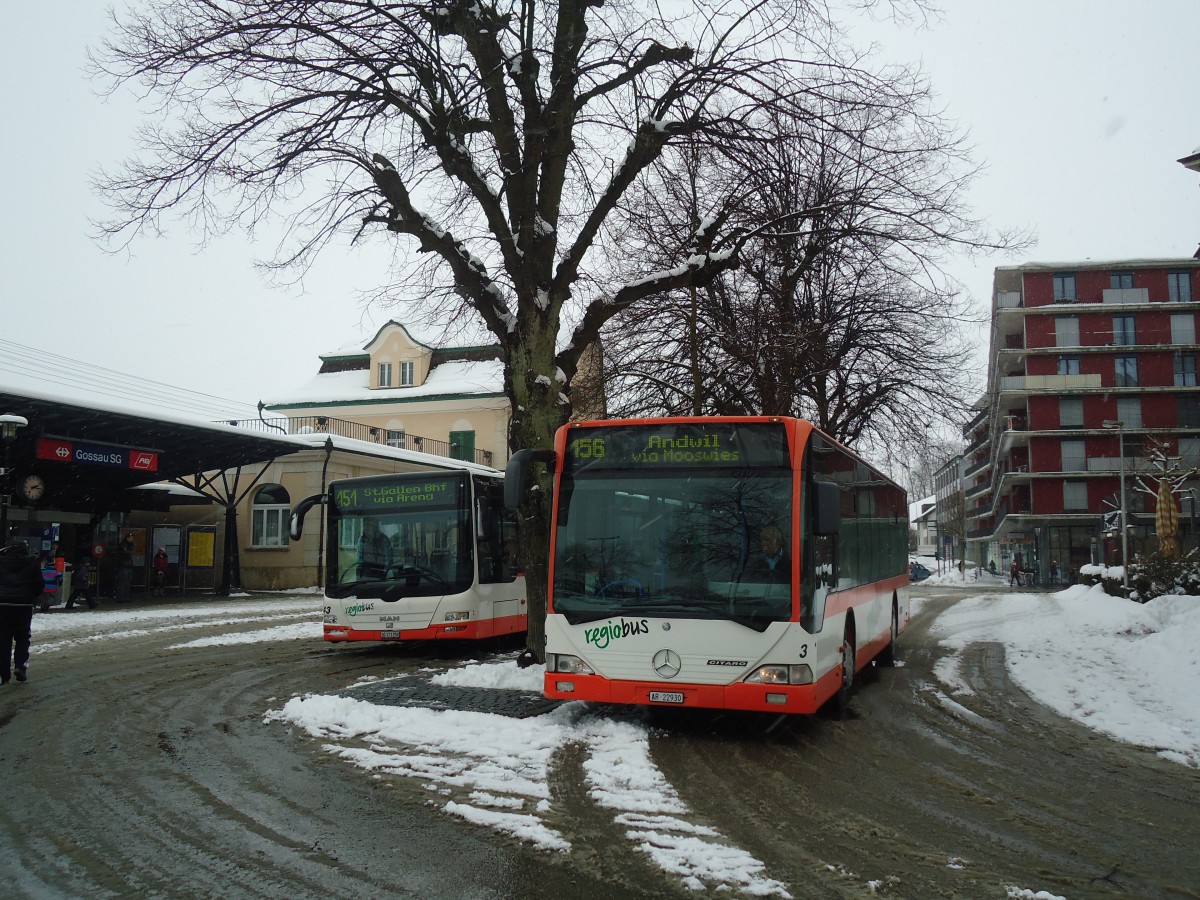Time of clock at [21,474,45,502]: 2:15
